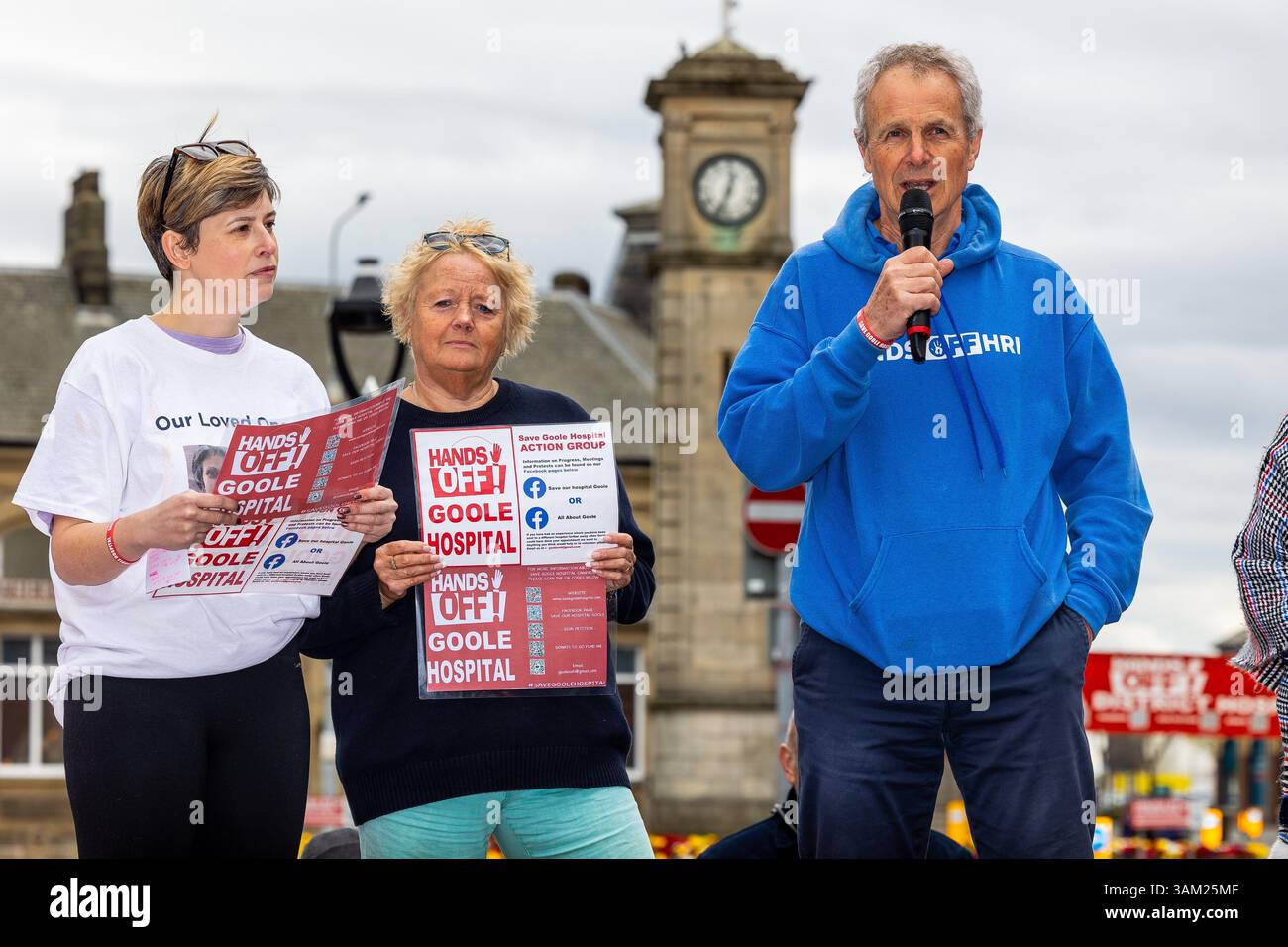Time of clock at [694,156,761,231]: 12:33
